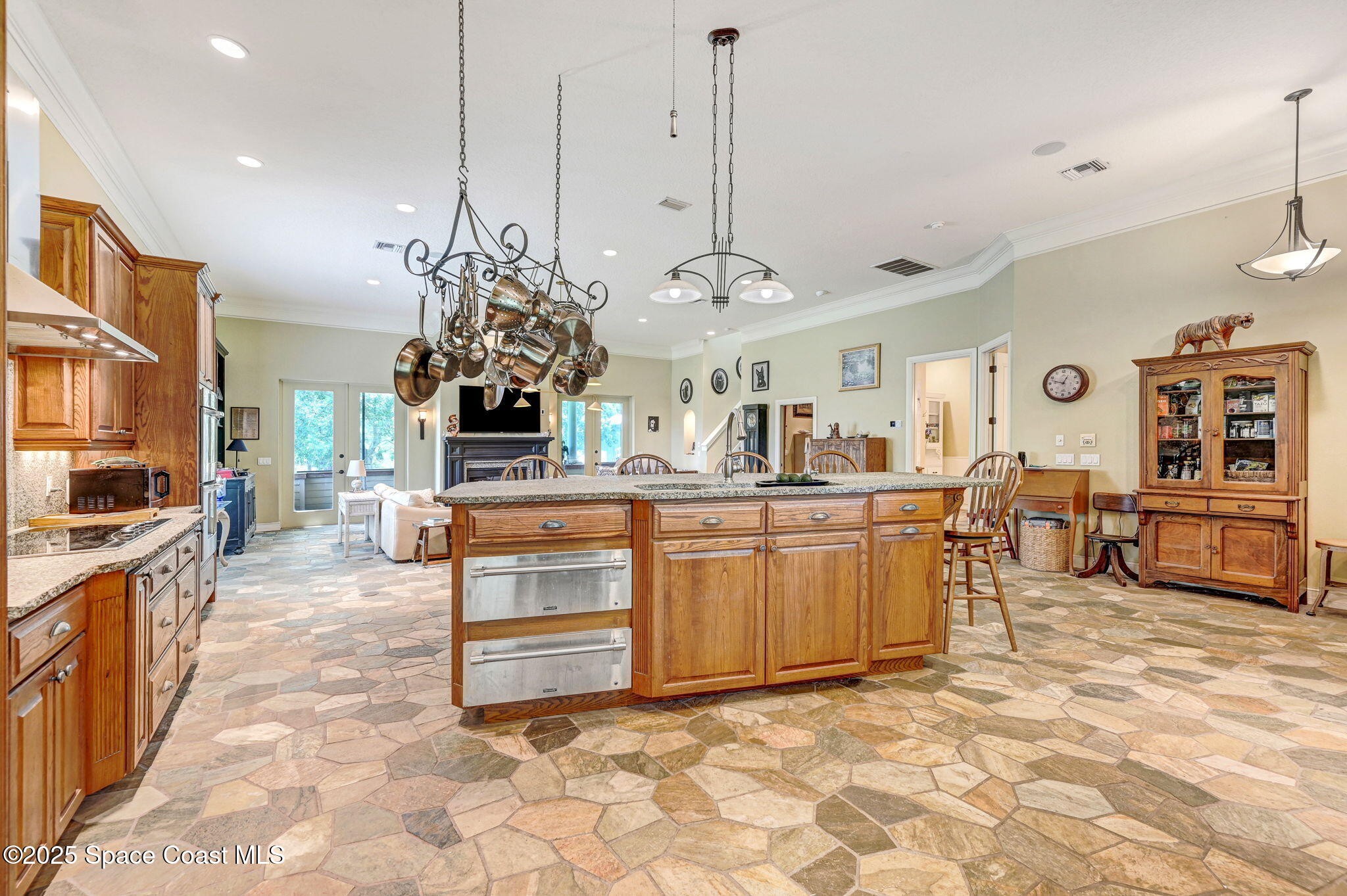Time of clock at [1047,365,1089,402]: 12:47
